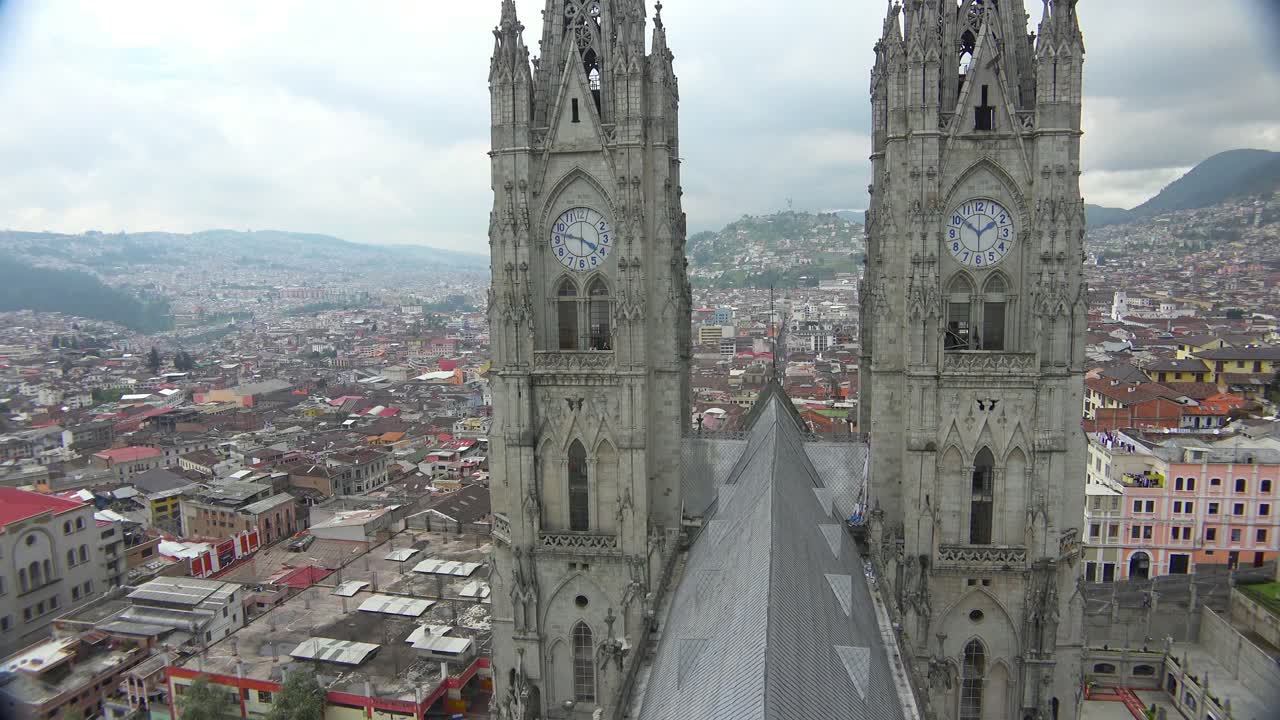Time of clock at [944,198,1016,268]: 1:51
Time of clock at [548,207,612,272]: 3:47
